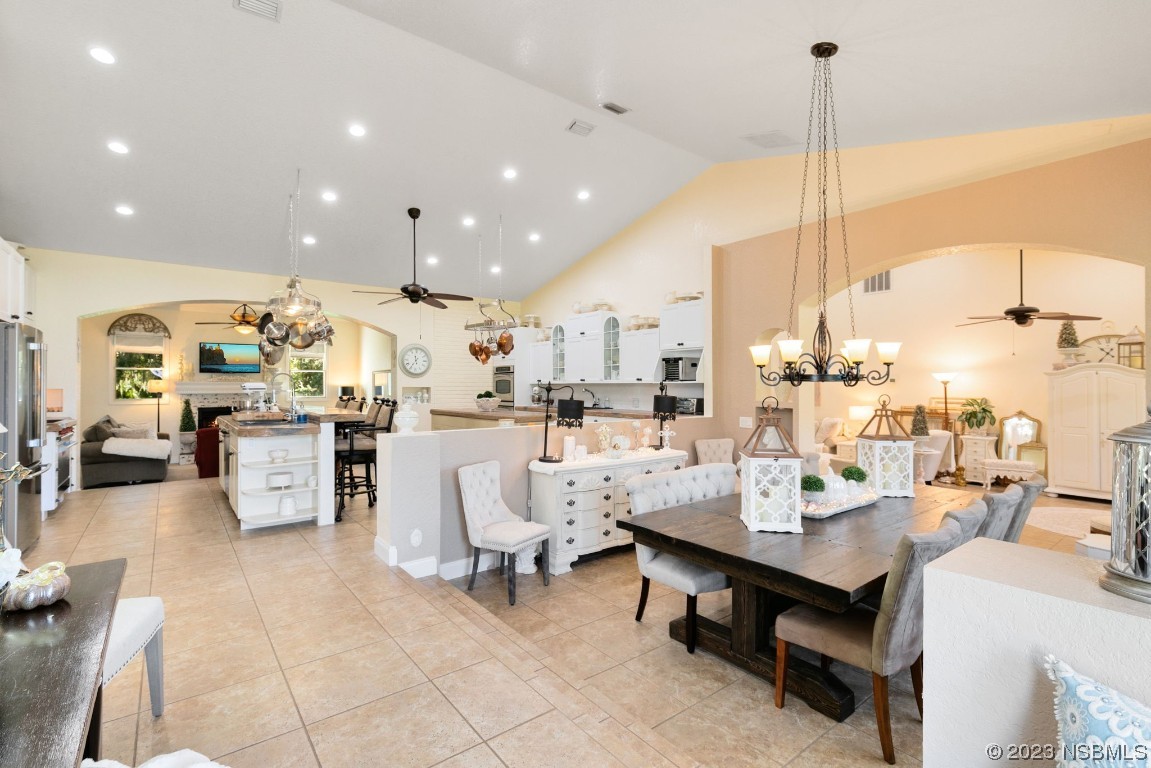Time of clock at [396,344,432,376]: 11:35
